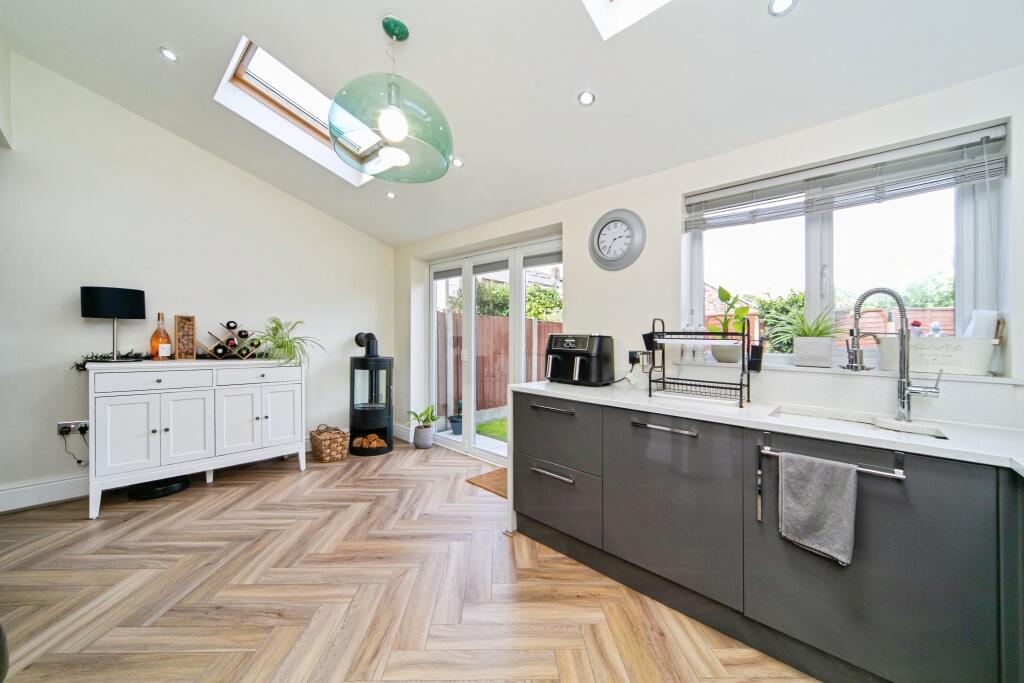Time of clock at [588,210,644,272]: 2:35
